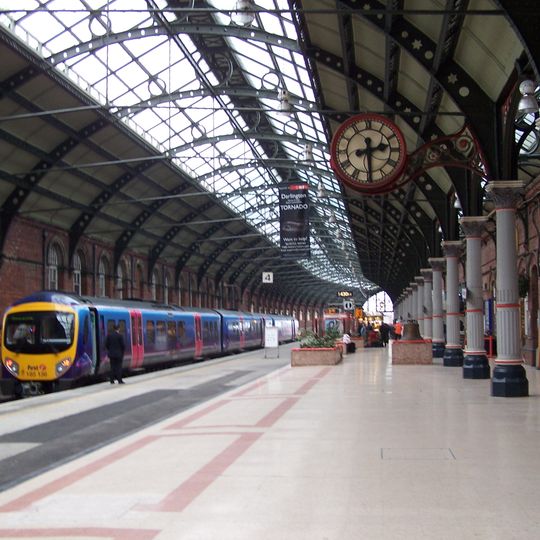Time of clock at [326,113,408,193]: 2:29
